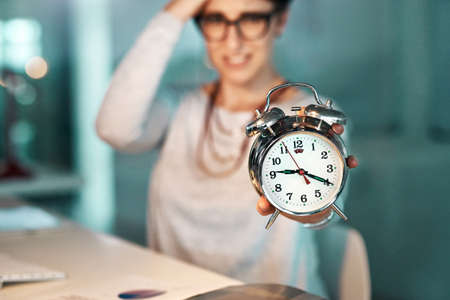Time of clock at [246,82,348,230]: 9:19
